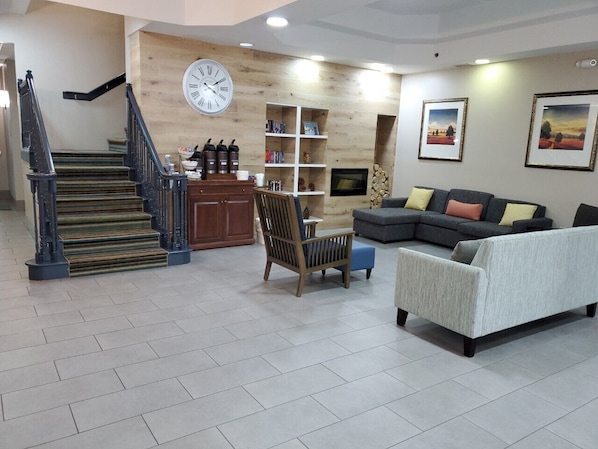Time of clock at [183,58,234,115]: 4:10
